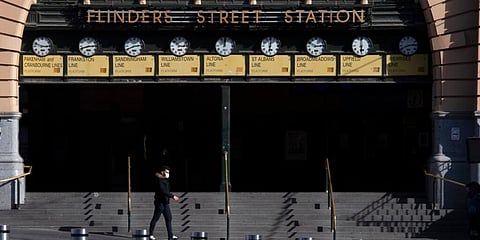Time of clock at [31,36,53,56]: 2:48
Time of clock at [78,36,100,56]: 8:15
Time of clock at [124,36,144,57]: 2:40
